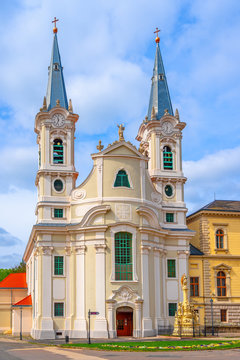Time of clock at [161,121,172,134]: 11:32
